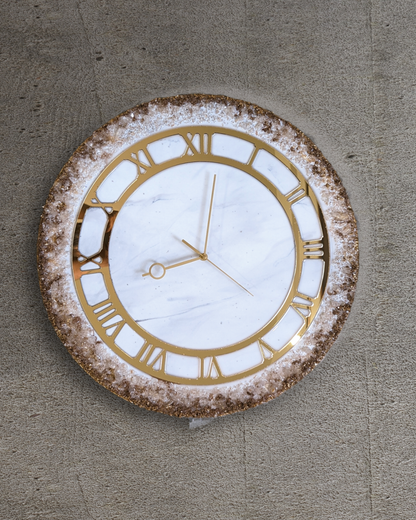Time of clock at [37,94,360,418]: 9:01
